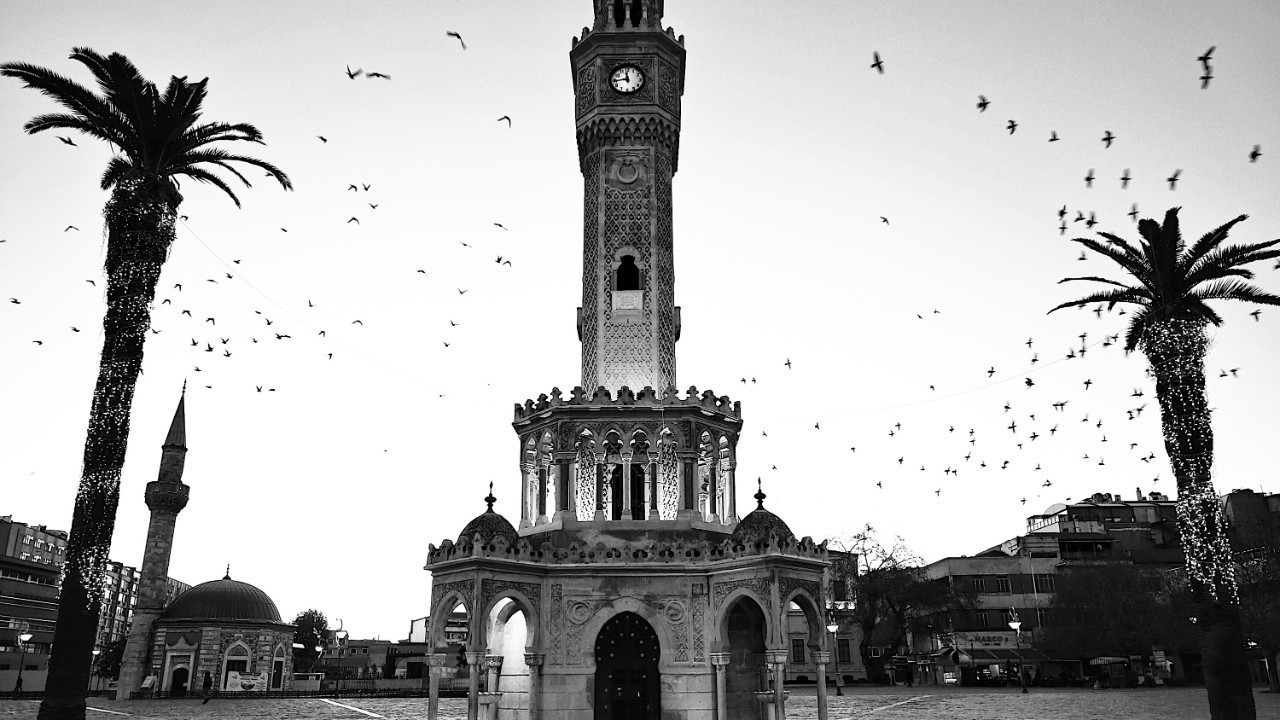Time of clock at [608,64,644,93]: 11:44
